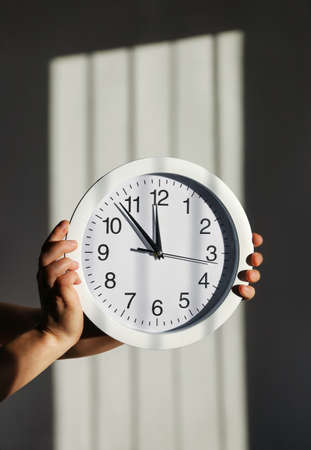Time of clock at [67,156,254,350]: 11:53
